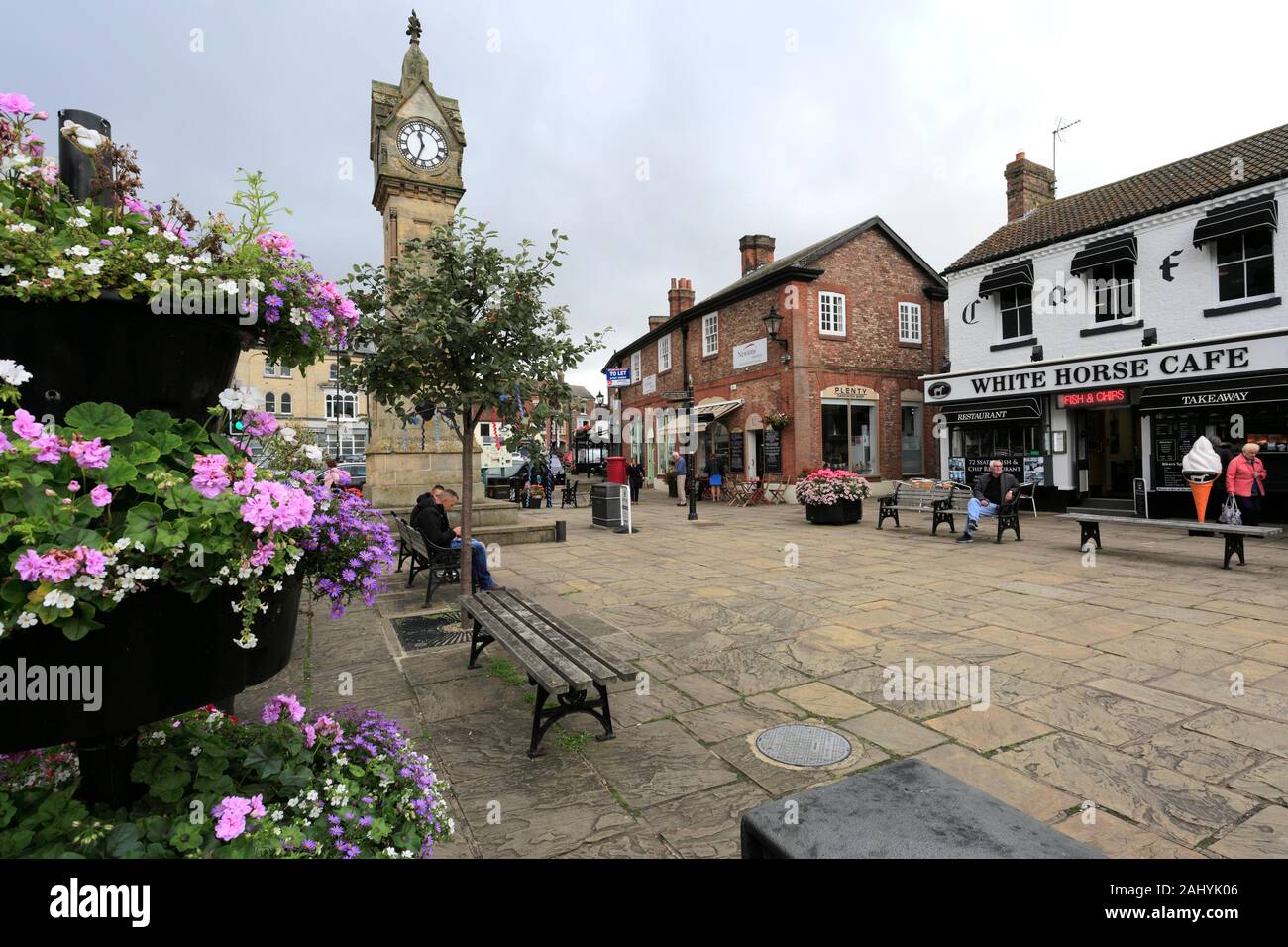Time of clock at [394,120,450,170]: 11:33
